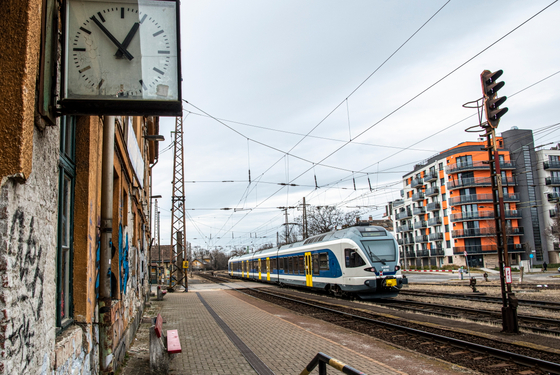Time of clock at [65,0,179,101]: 12:53
